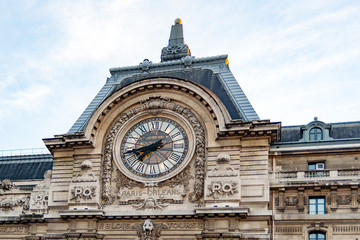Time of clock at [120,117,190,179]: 7:42
